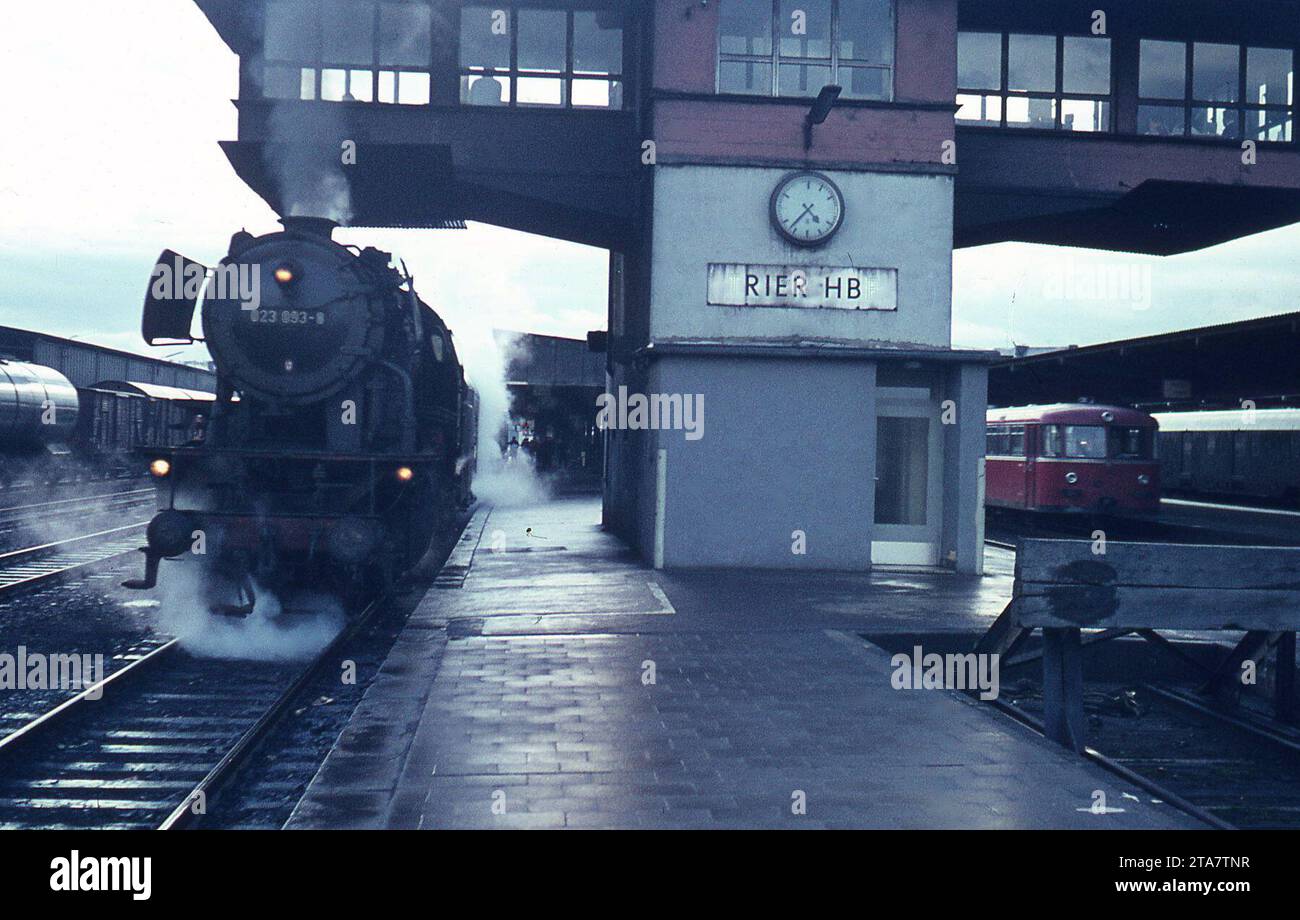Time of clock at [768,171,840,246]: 4:37
